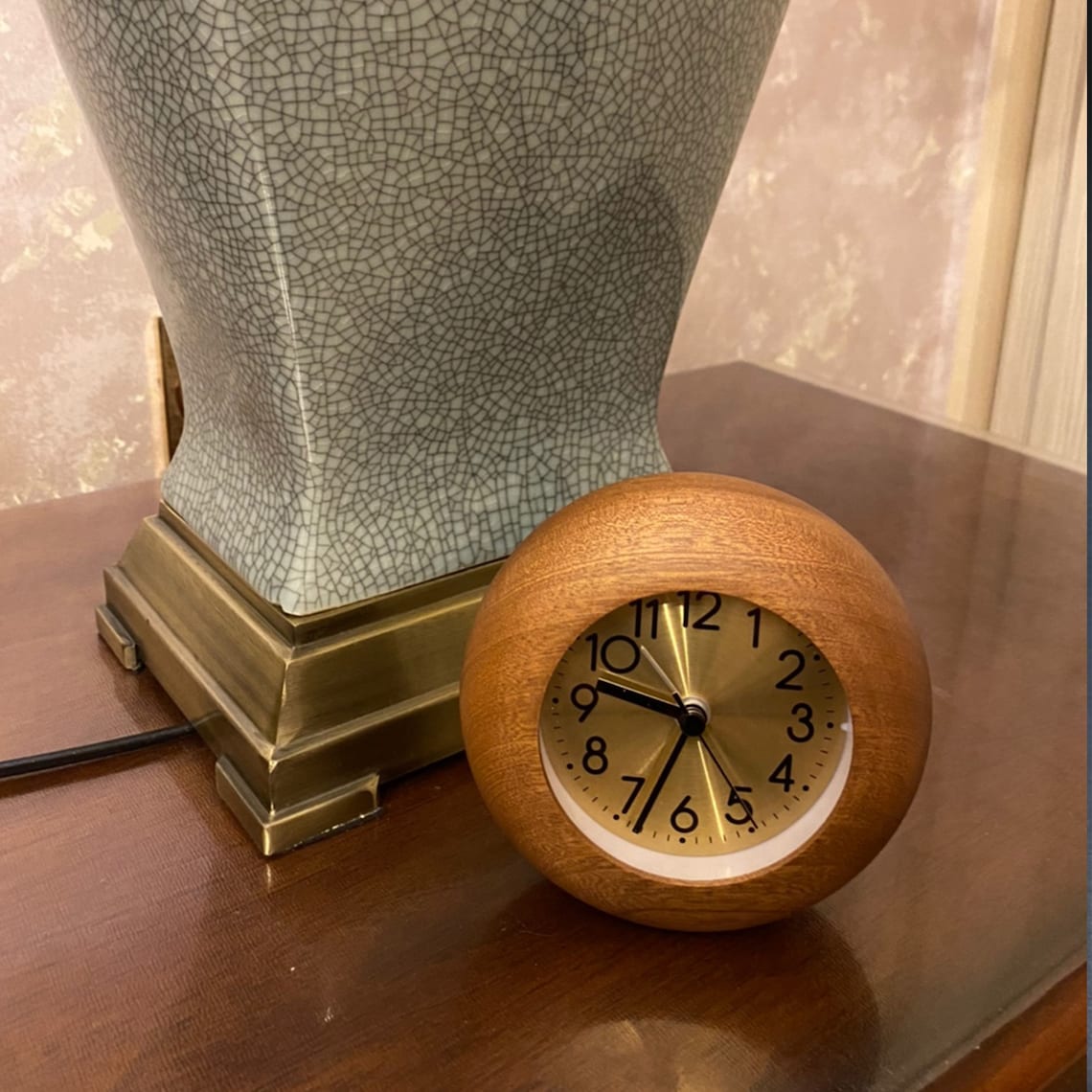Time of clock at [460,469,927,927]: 9:33
